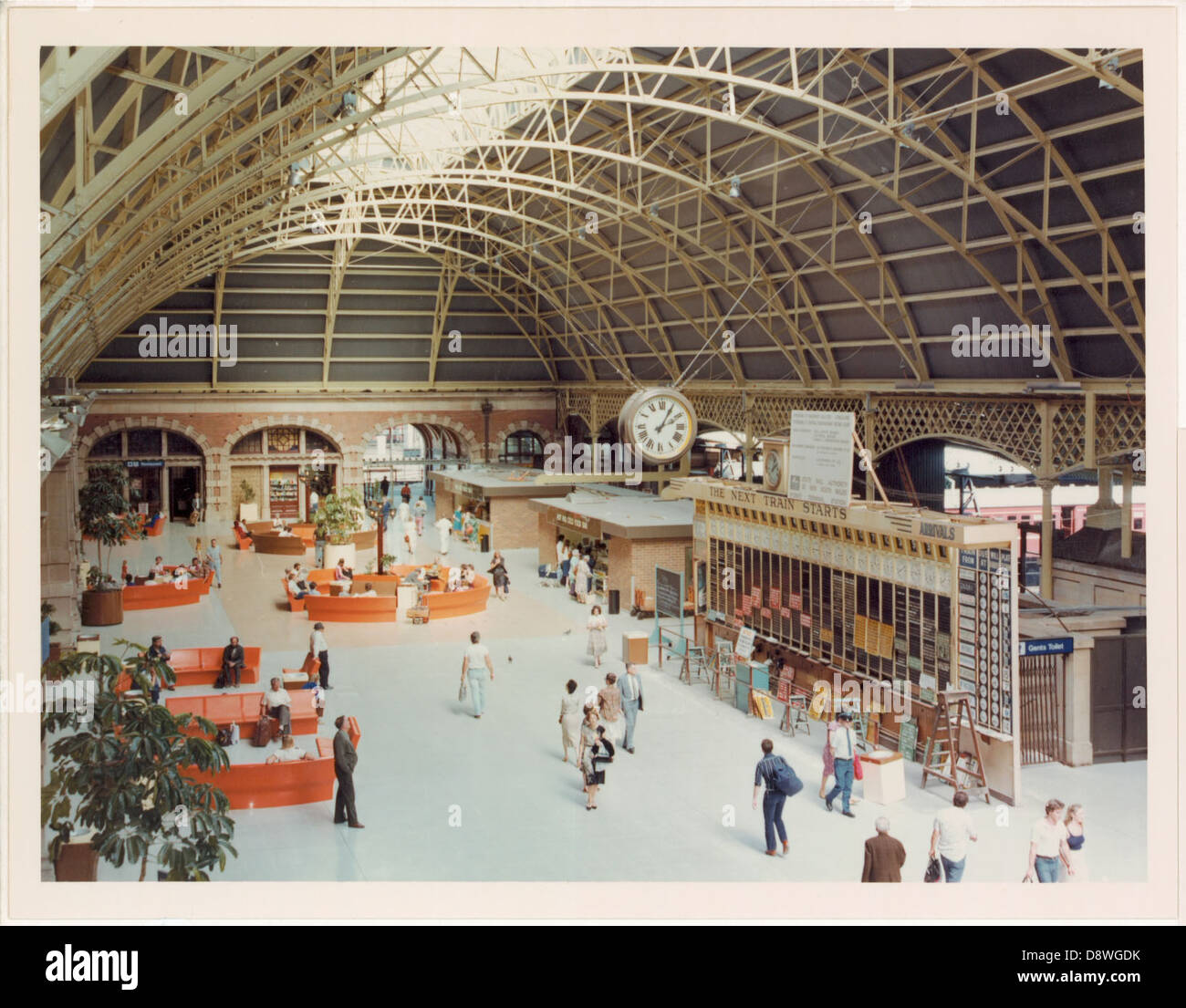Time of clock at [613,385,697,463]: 2:04
